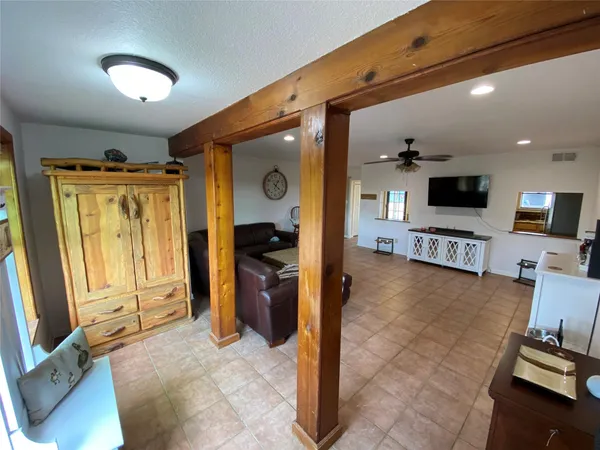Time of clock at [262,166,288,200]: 1:21
